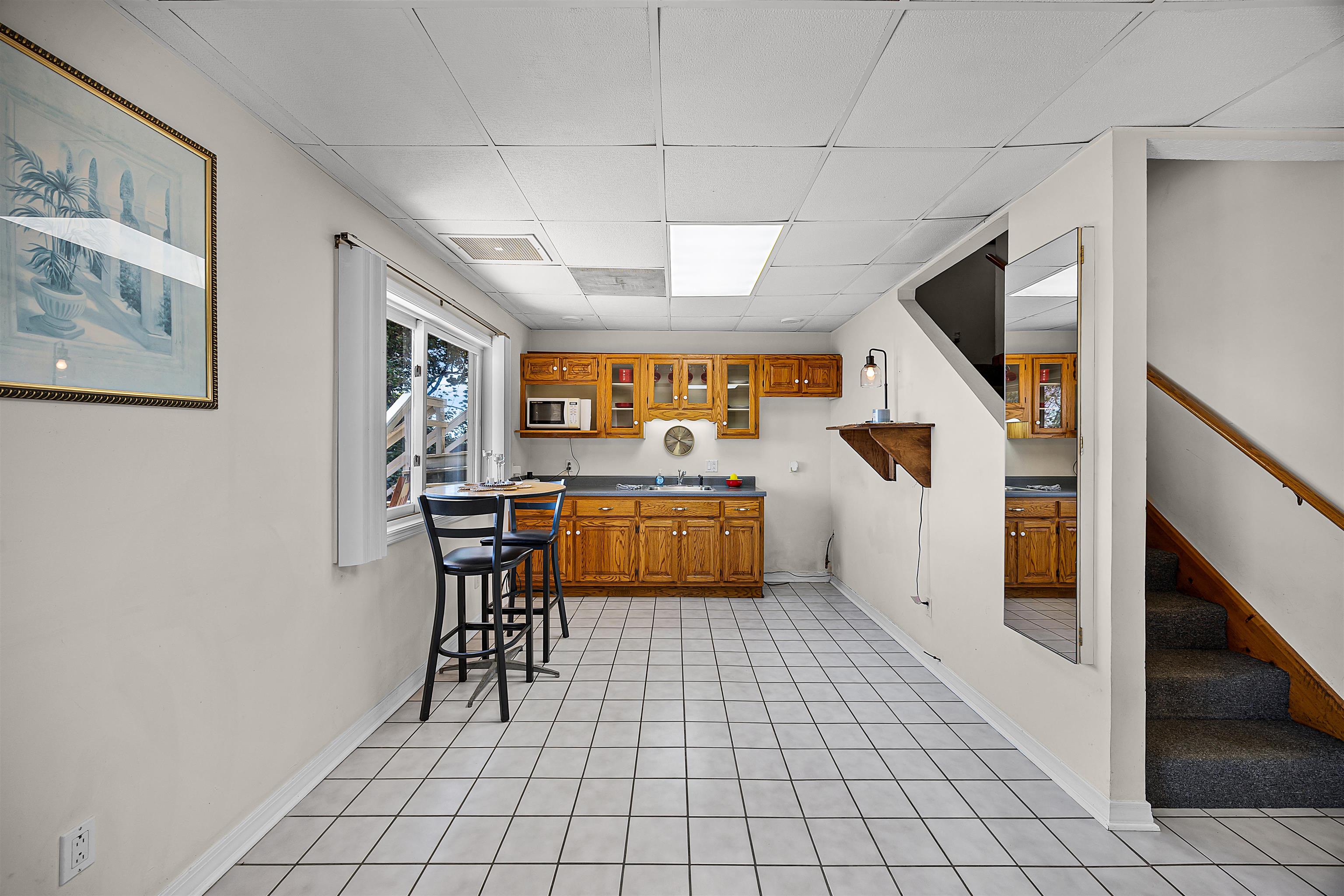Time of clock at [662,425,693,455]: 3:49
